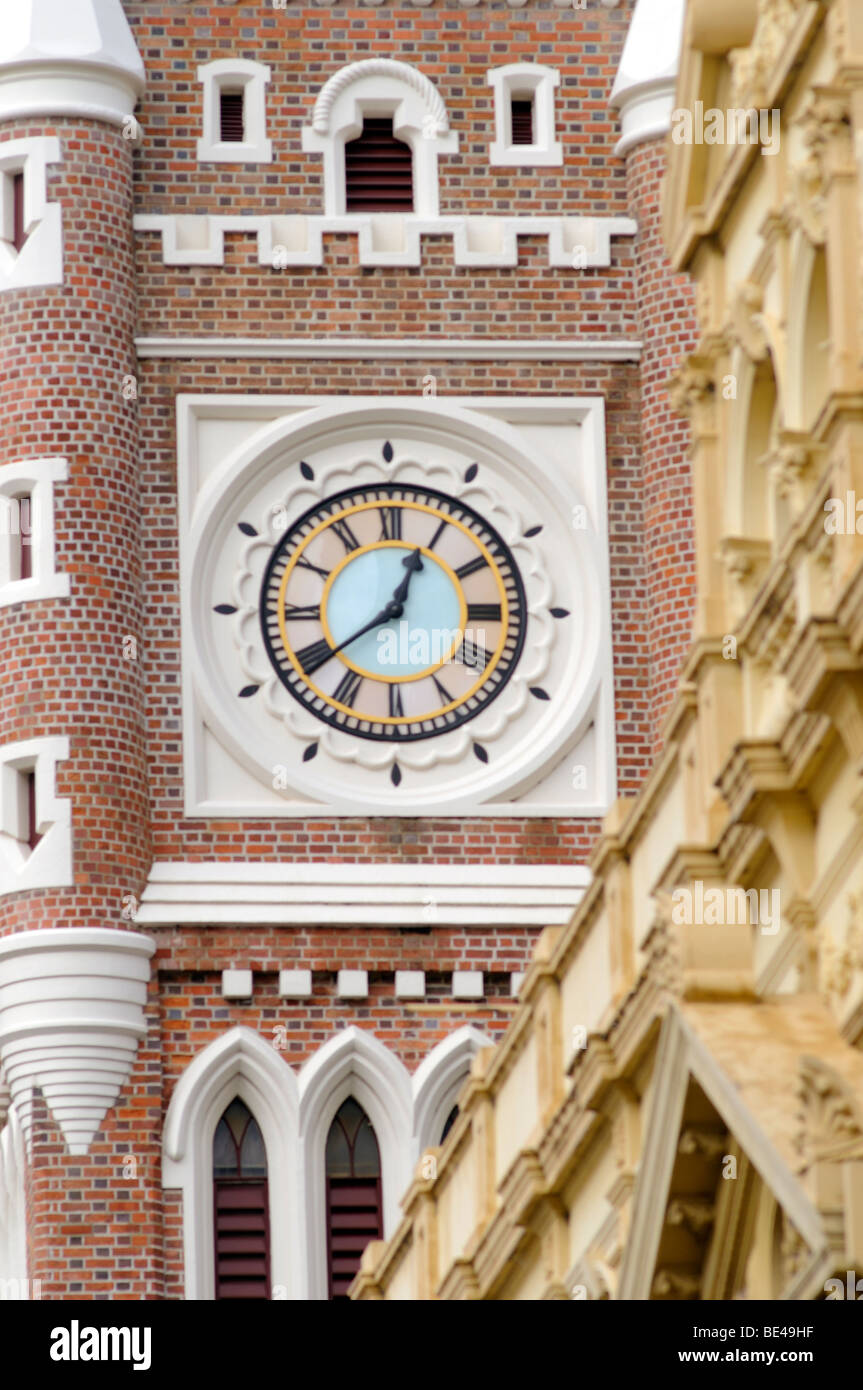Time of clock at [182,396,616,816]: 12:39
